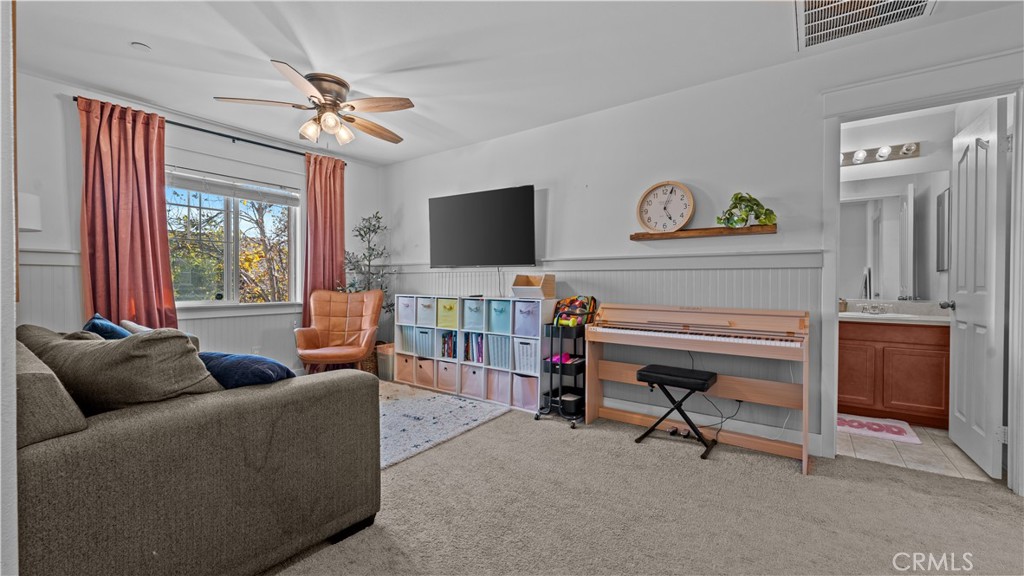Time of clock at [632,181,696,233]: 5:03
